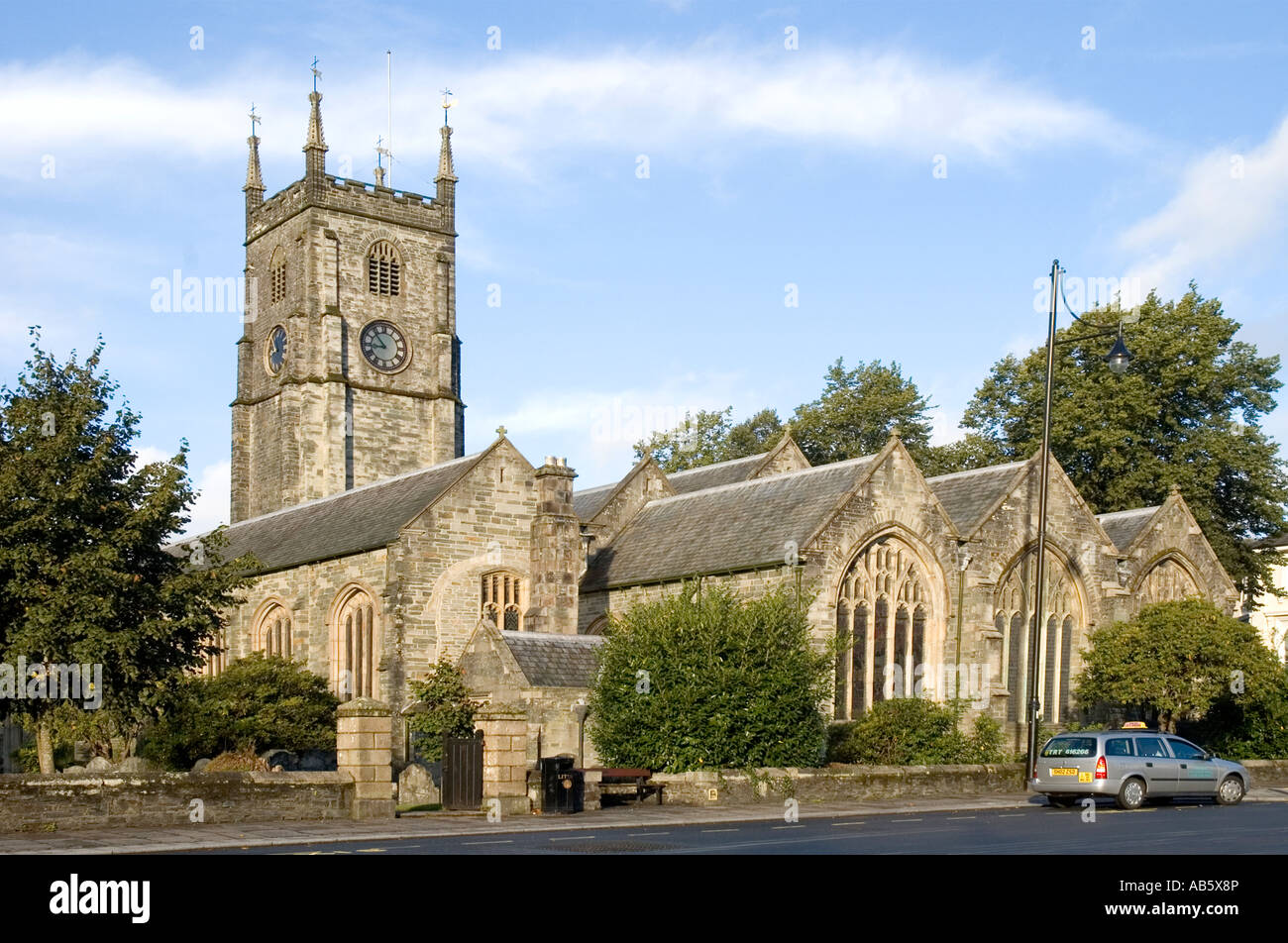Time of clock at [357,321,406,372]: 8:53
